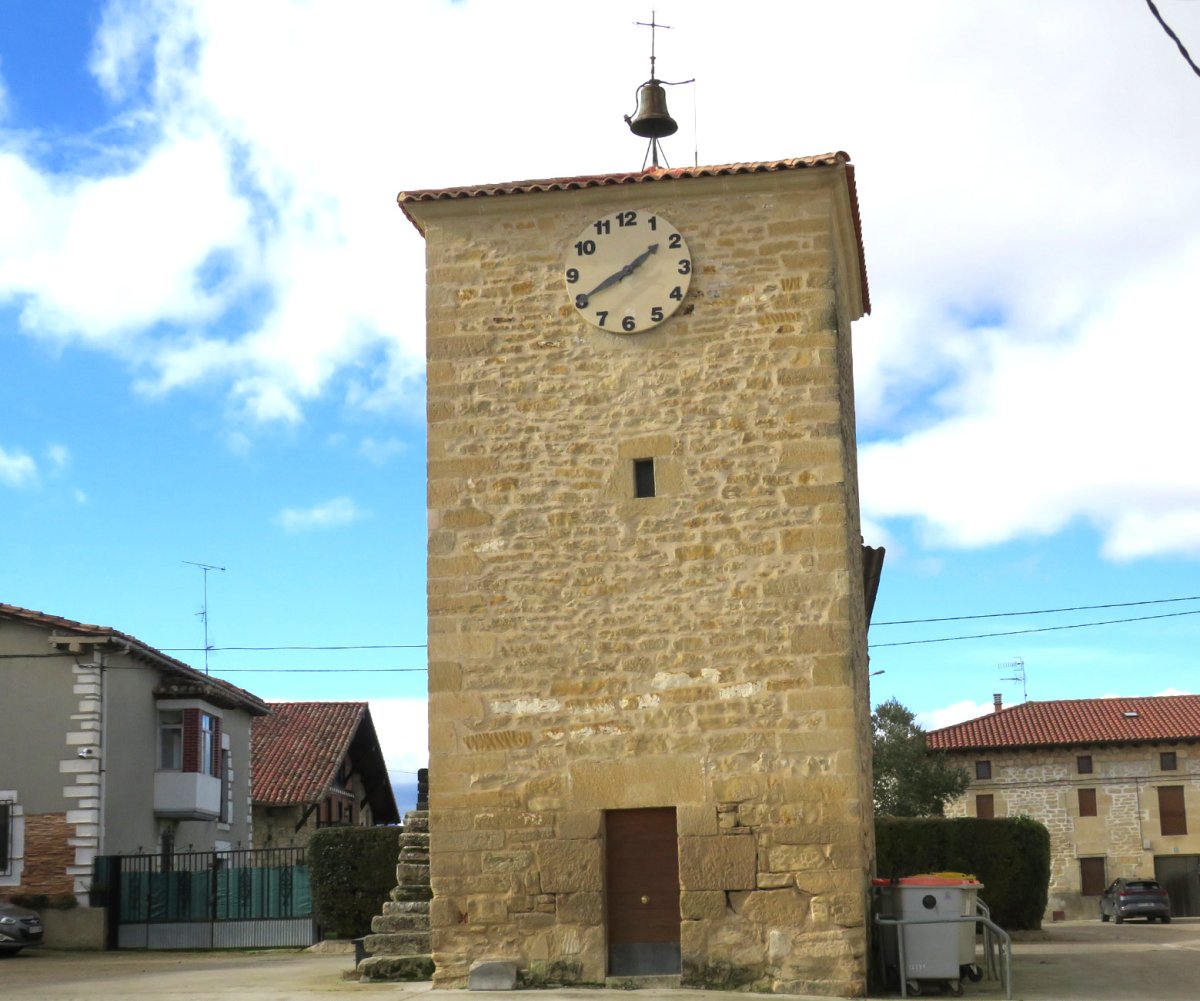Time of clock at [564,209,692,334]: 1:40
